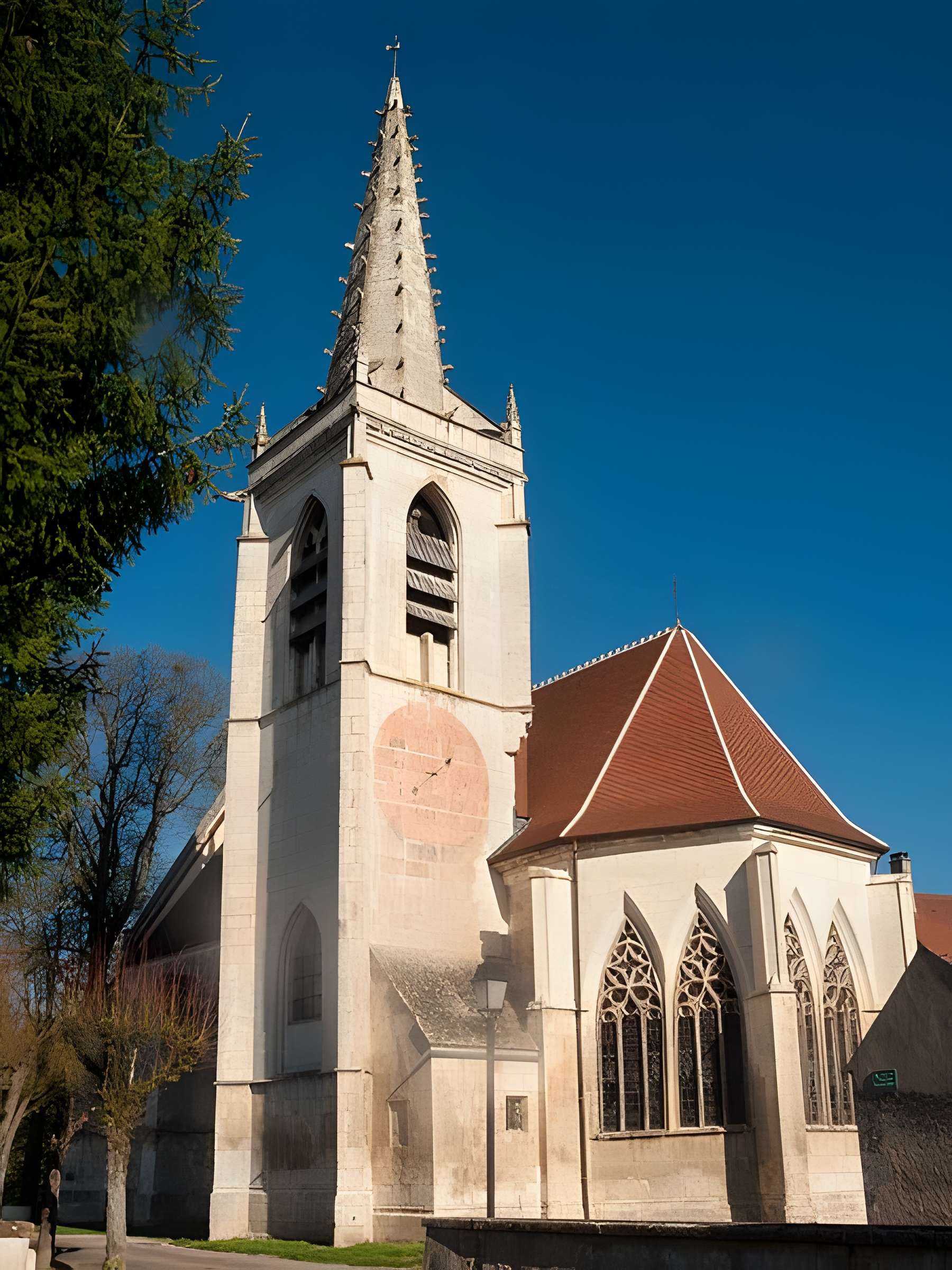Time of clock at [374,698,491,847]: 7:47
